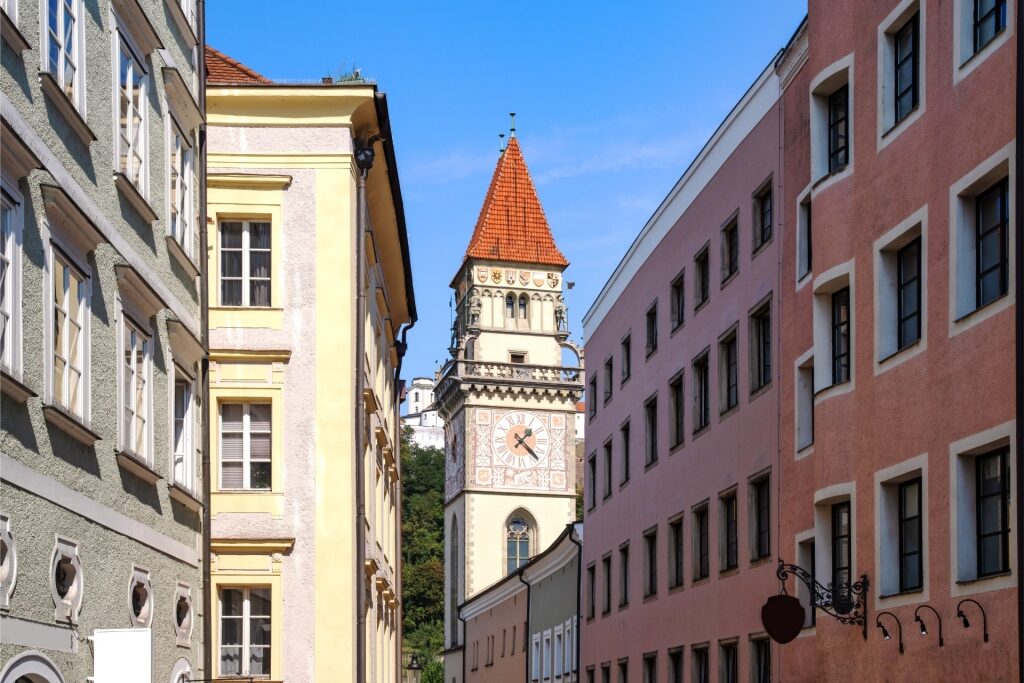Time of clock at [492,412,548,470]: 1:22
